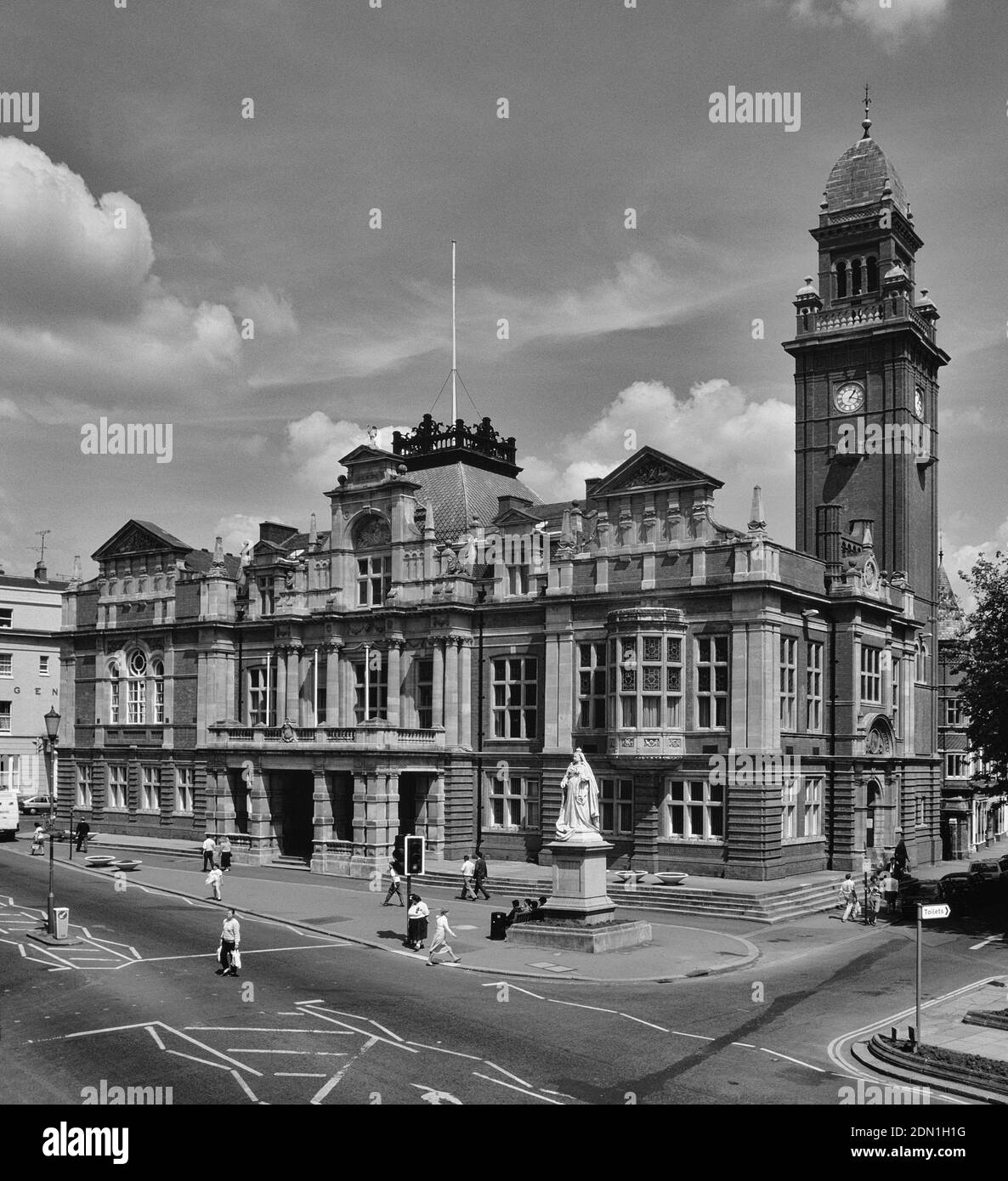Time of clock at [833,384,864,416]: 1:18
